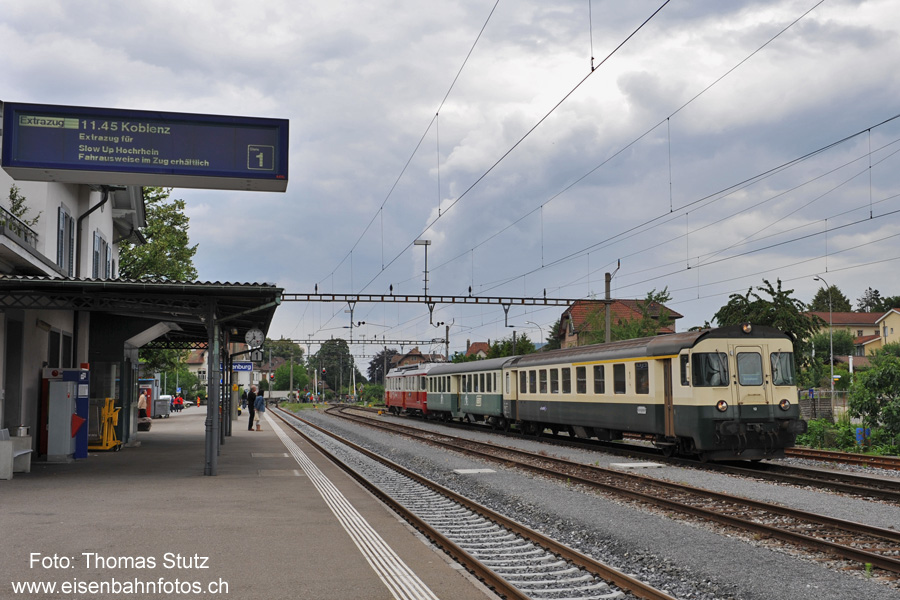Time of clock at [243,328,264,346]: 11:37
